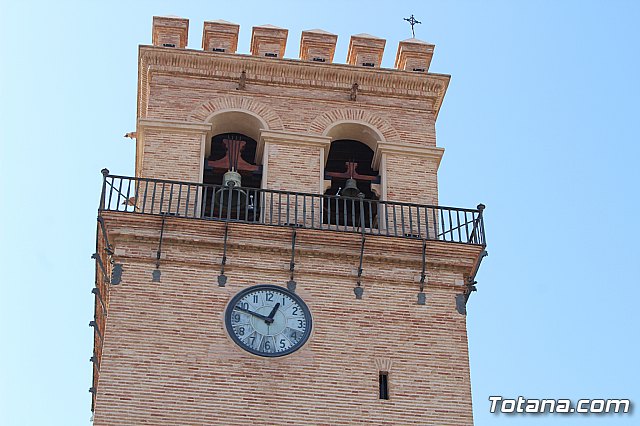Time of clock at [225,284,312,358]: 12:48
